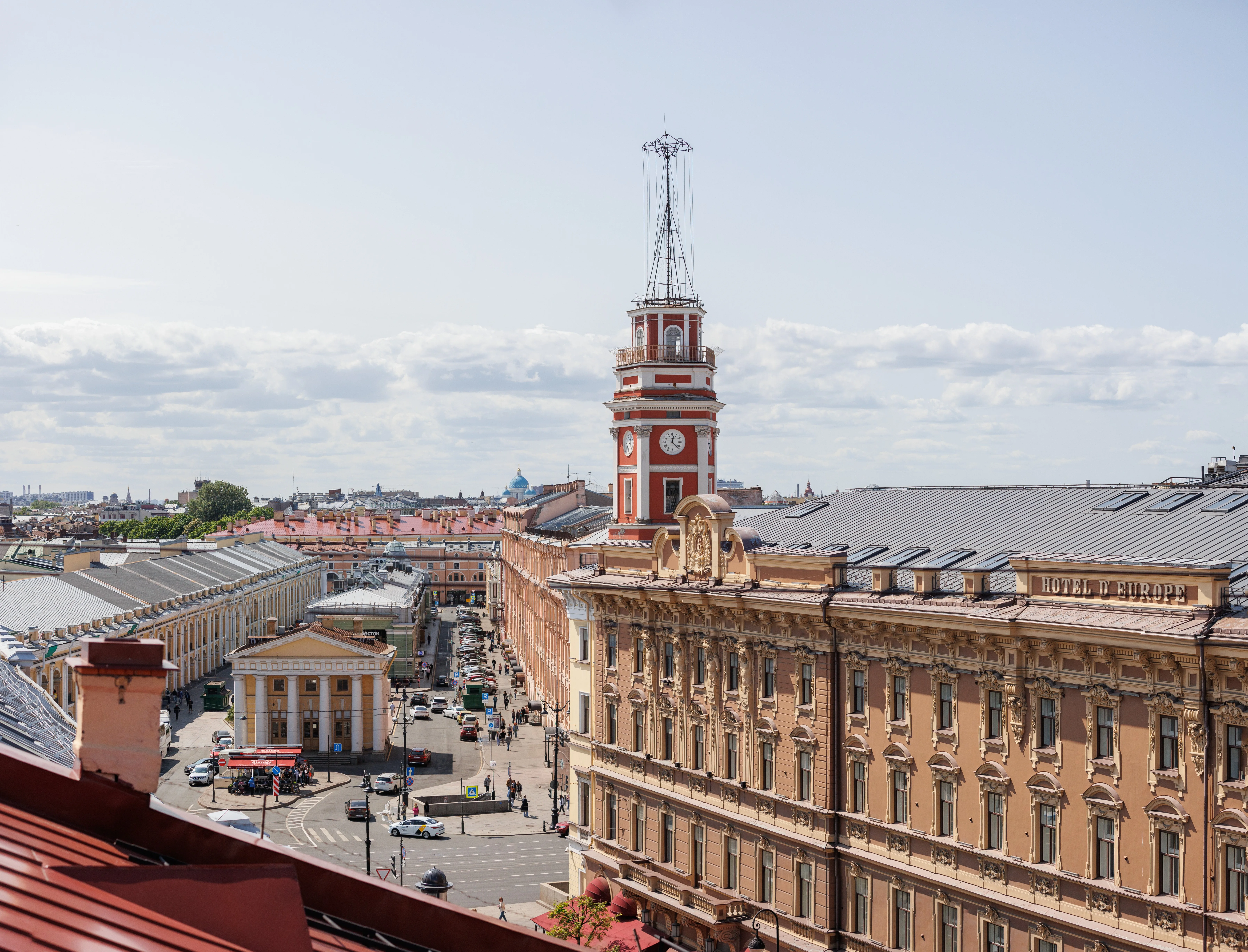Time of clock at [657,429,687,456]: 12:22
